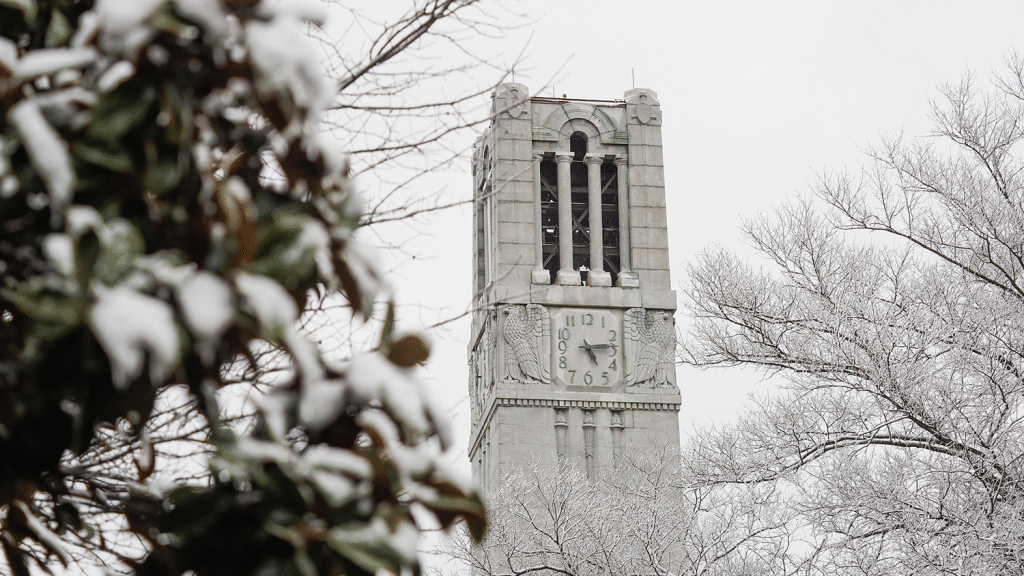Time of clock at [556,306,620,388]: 5:13
